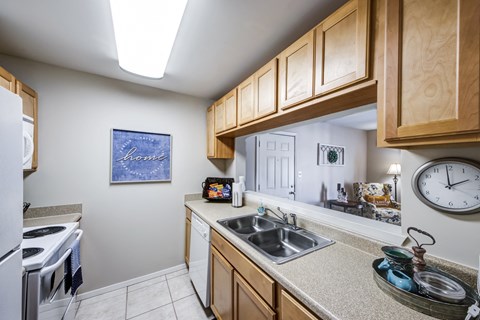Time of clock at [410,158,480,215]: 1:59
